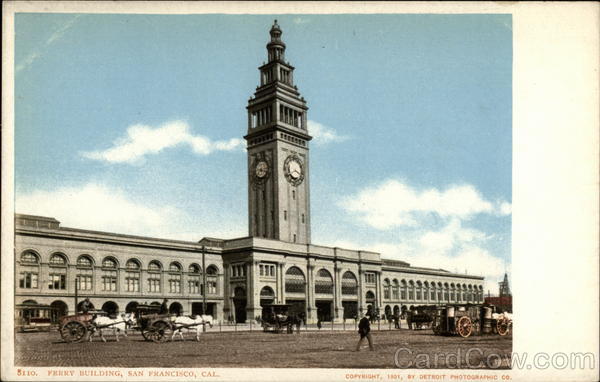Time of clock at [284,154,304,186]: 3:40
